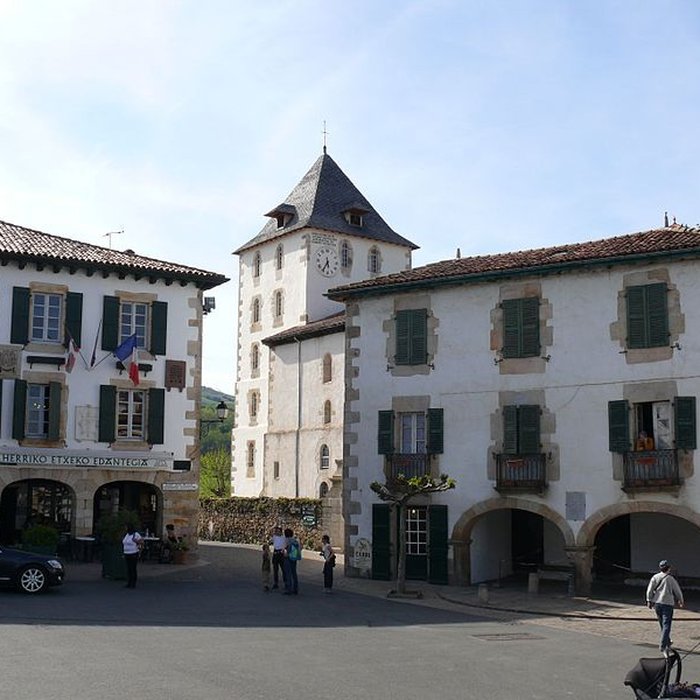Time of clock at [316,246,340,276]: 5:35
